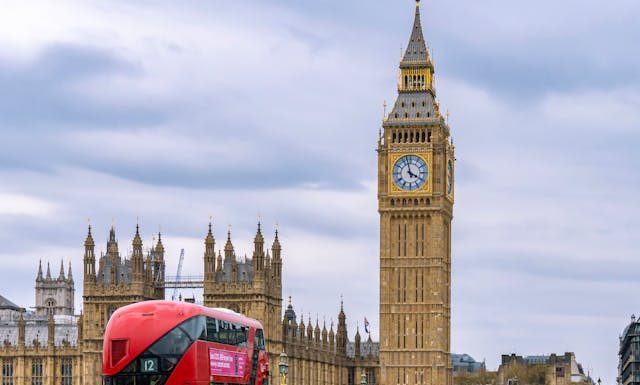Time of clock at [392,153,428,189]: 3:58
